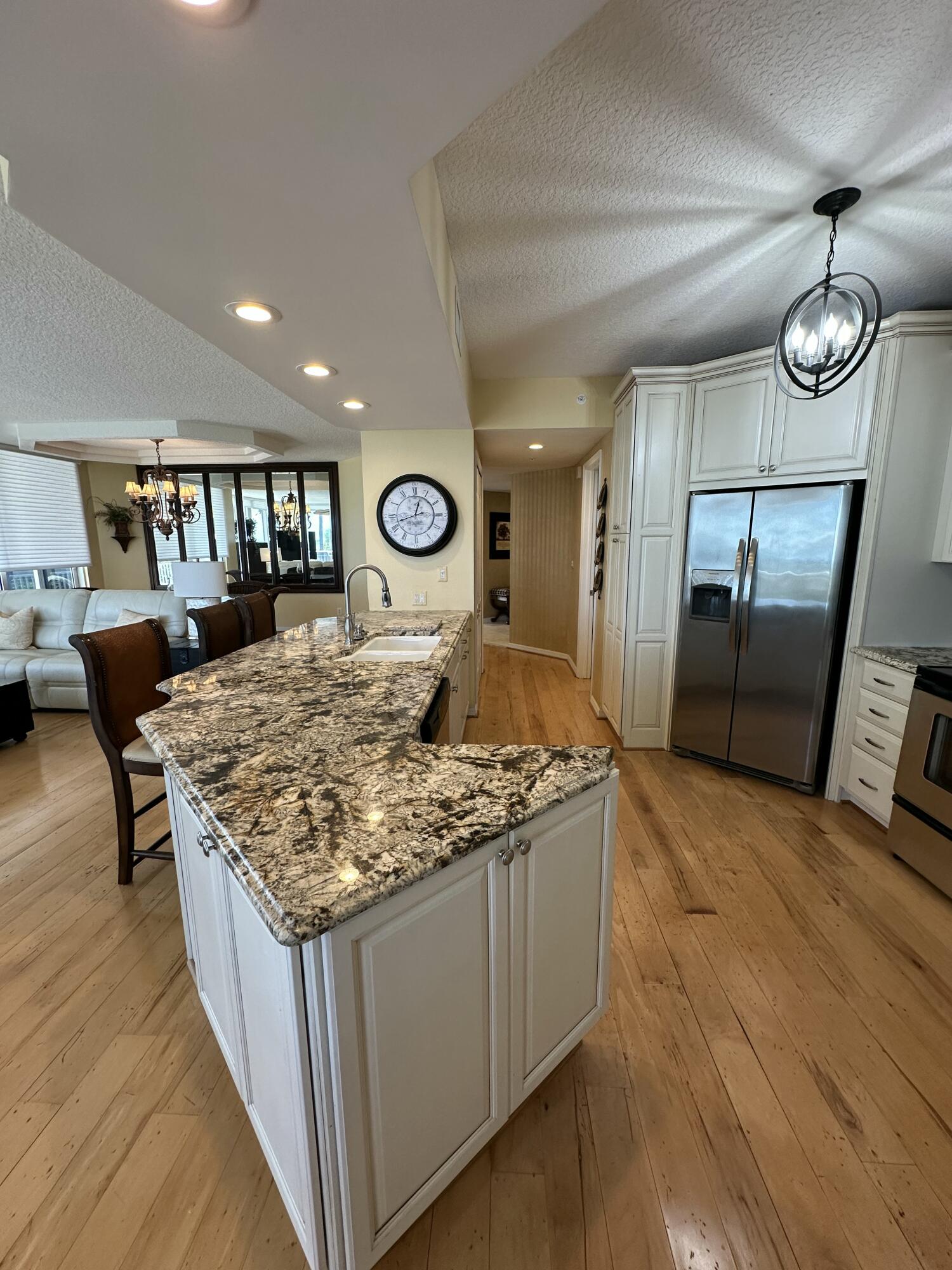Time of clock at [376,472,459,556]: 12:42
